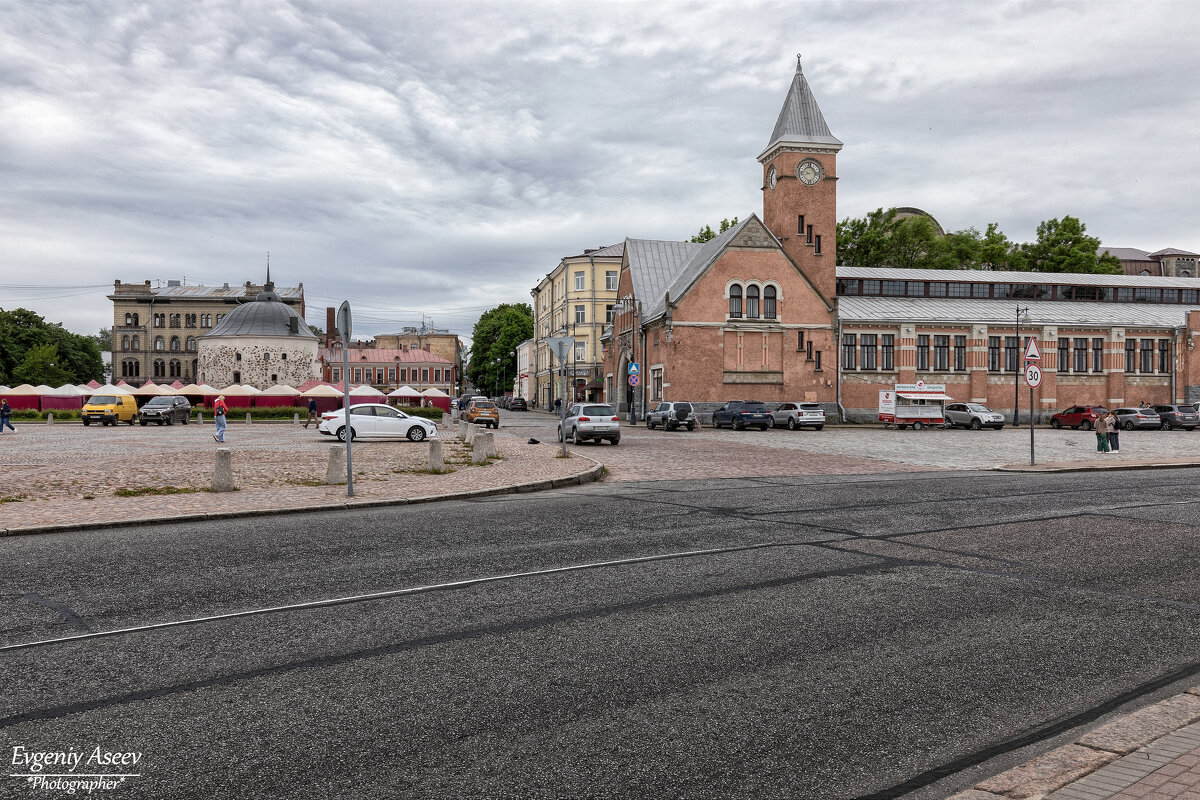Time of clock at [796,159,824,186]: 8:16
